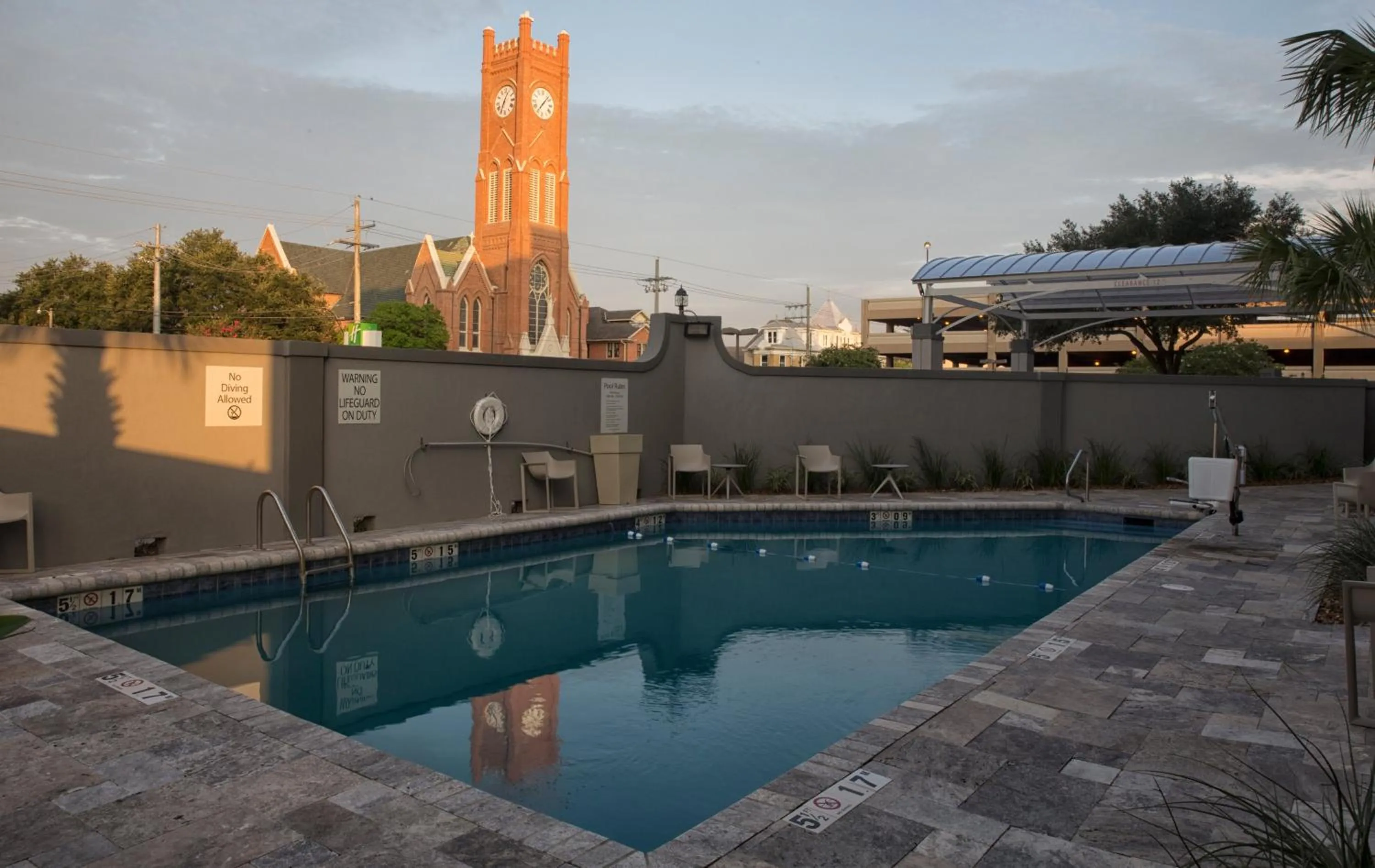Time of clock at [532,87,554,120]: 7:07
